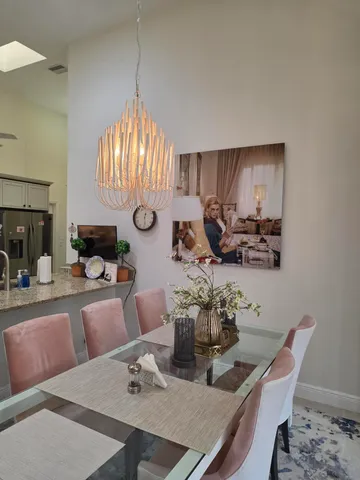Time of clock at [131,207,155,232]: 12:28
